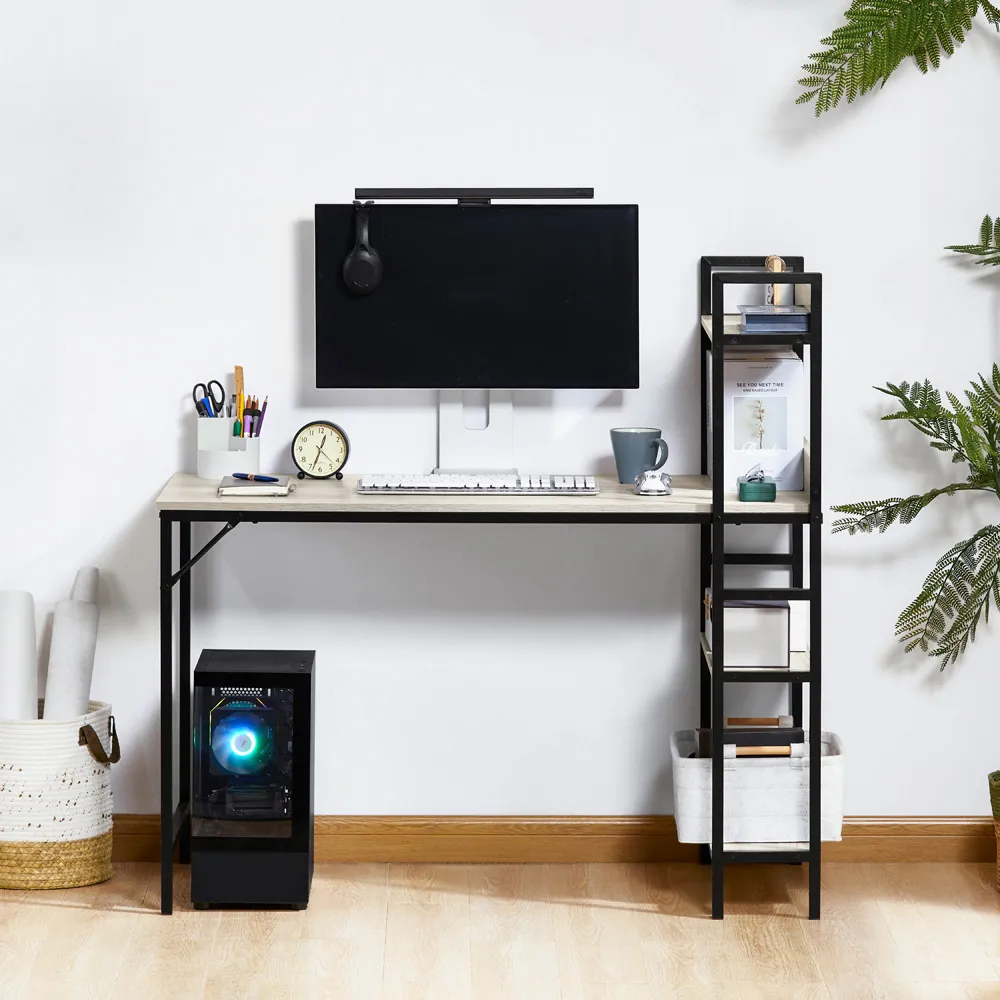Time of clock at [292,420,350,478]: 12:33
